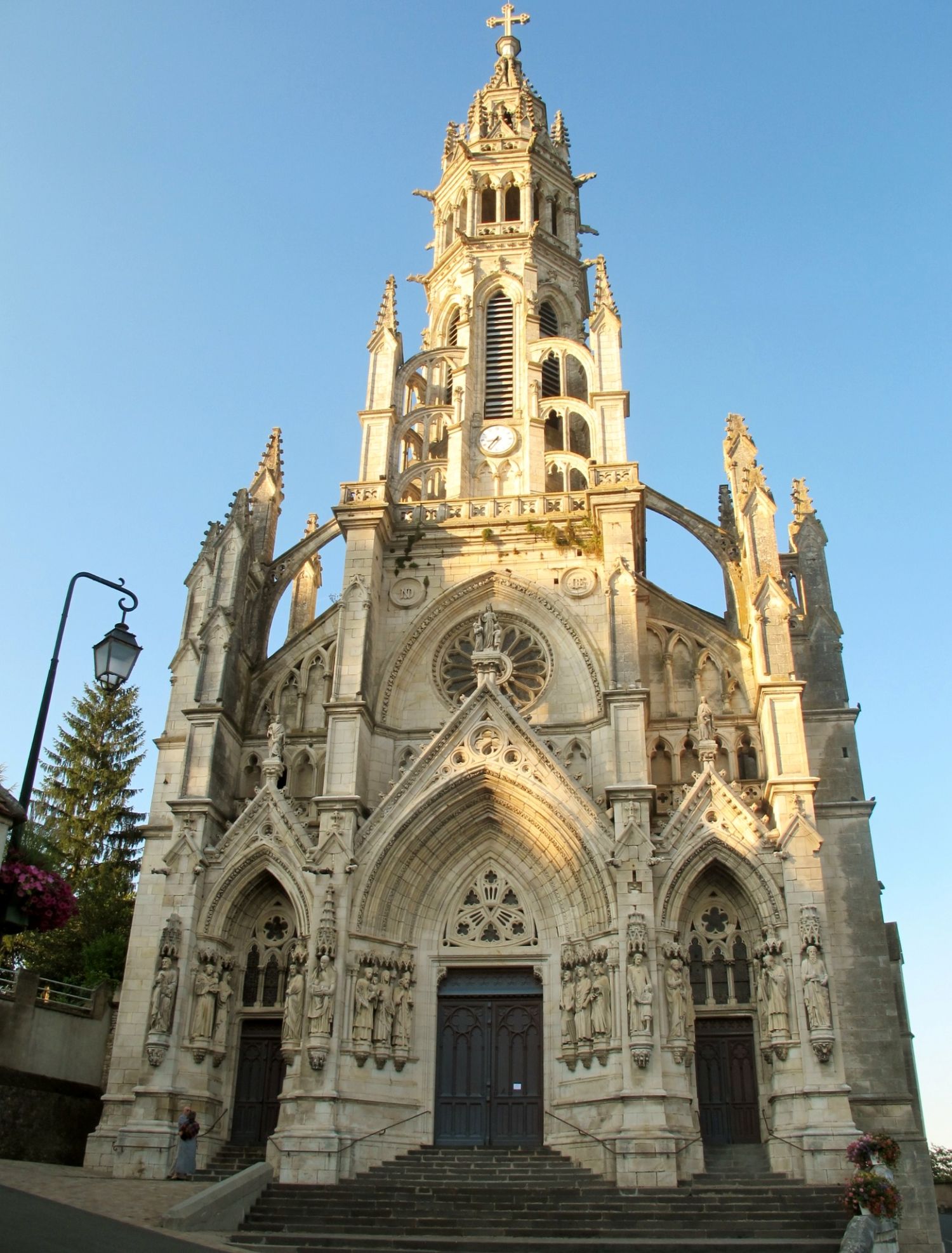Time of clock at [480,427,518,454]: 8:36
